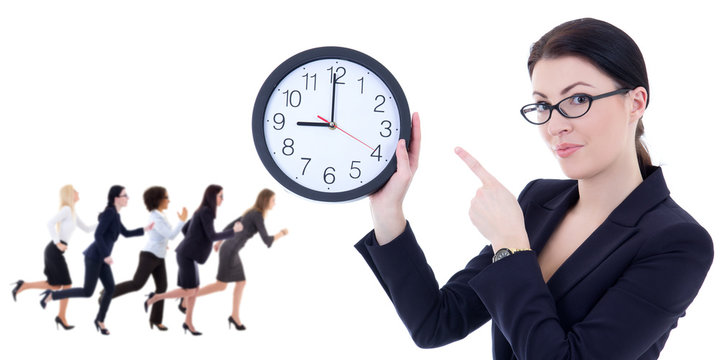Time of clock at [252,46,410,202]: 8:59
